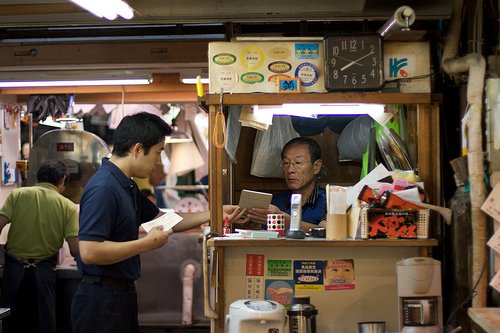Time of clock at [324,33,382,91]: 8:10
